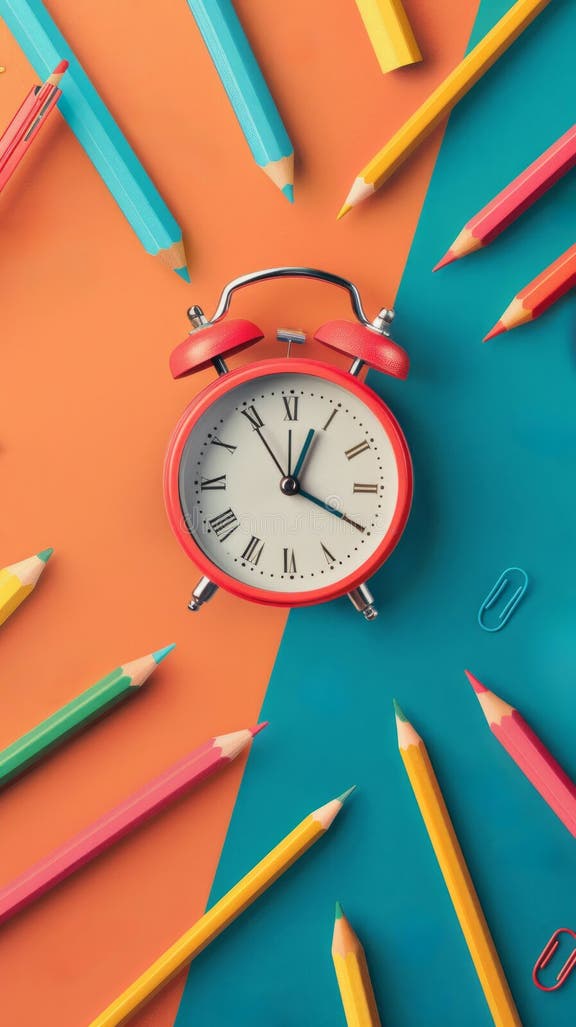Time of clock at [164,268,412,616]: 12:19
